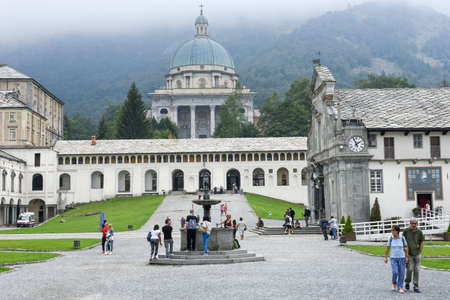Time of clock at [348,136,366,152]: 1:56
